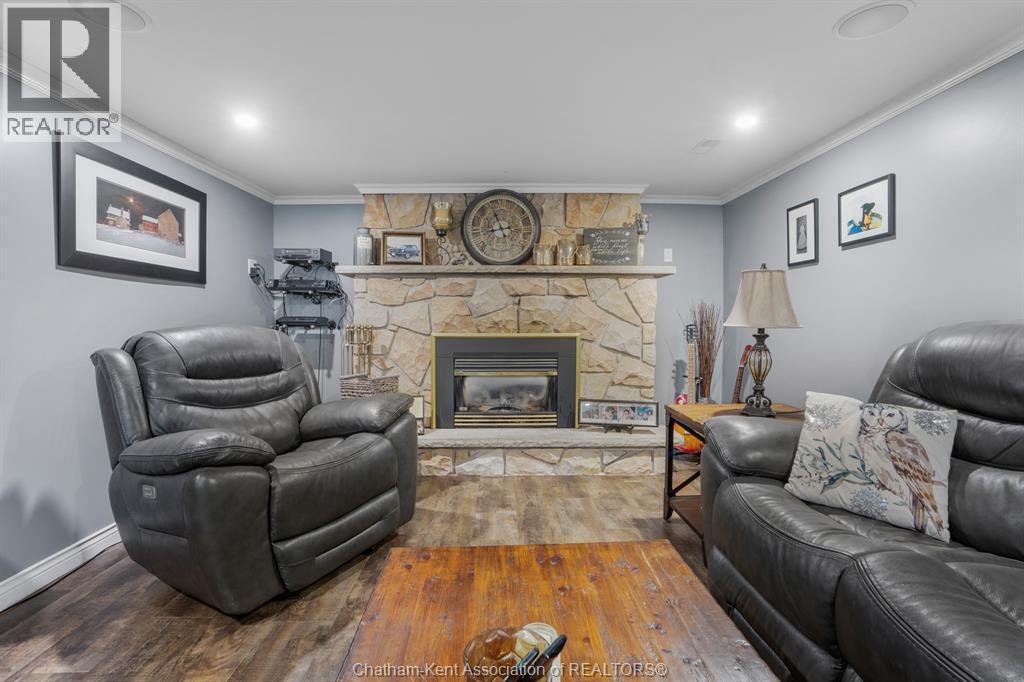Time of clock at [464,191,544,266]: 8:56
